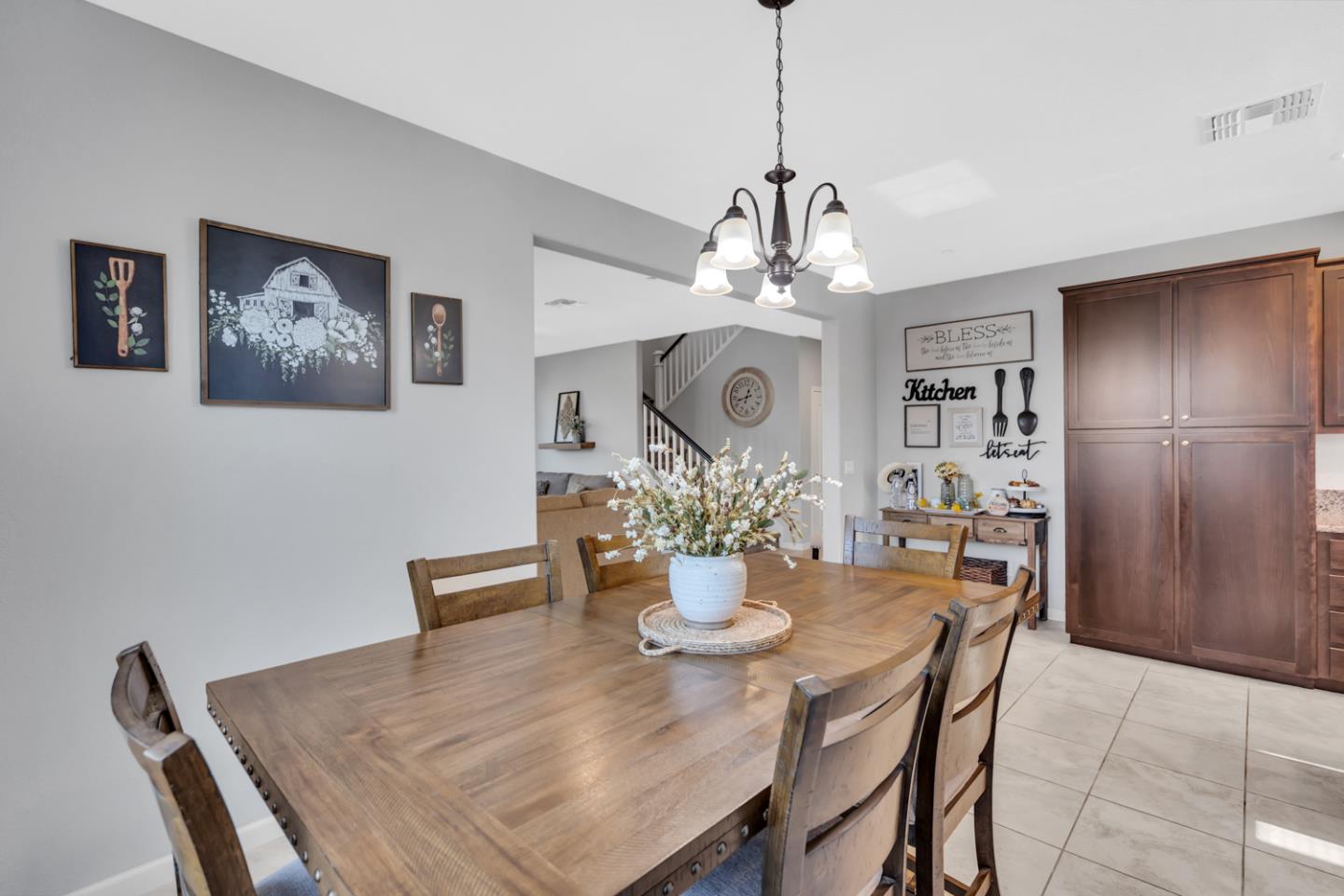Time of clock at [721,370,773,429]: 12:42
